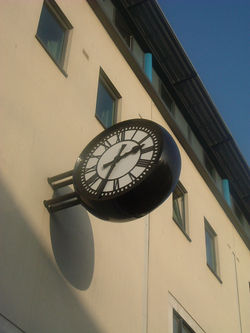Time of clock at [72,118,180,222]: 2:34
